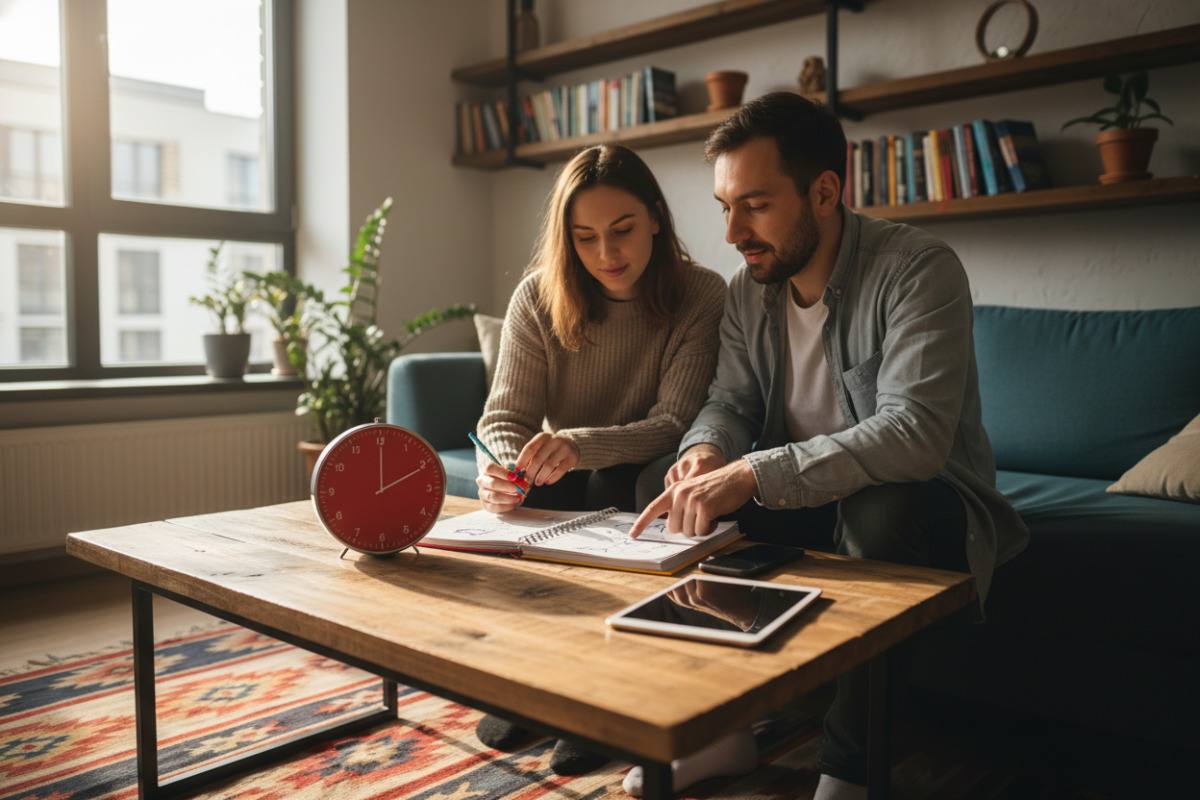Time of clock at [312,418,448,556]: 2:00
